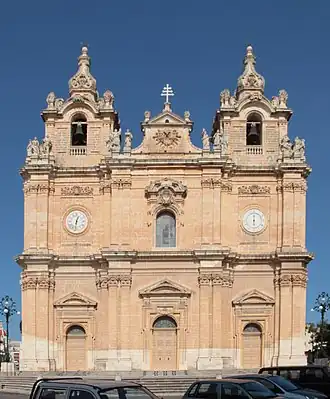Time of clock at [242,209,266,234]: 5:59
